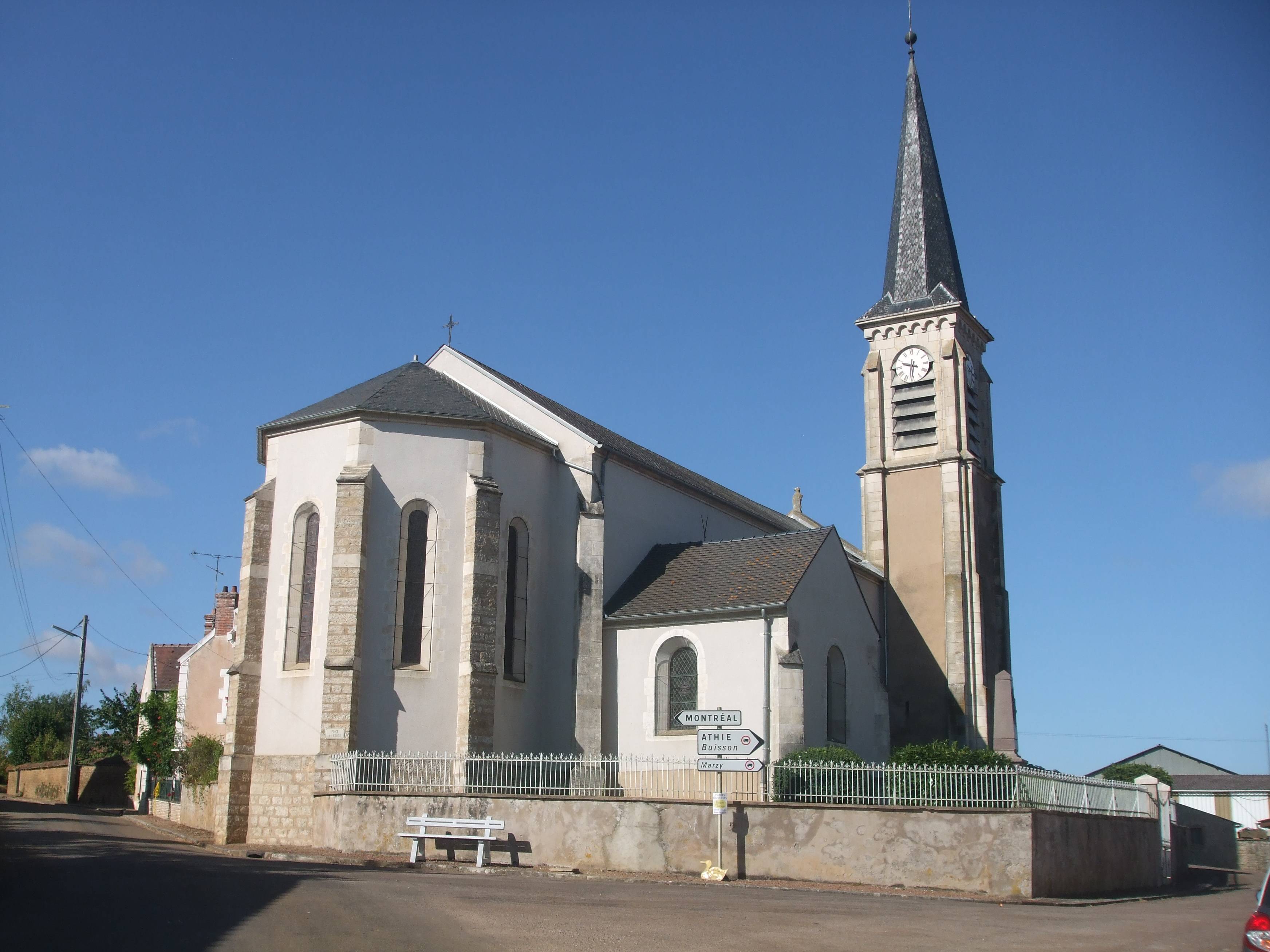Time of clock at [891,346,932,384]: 9:31
